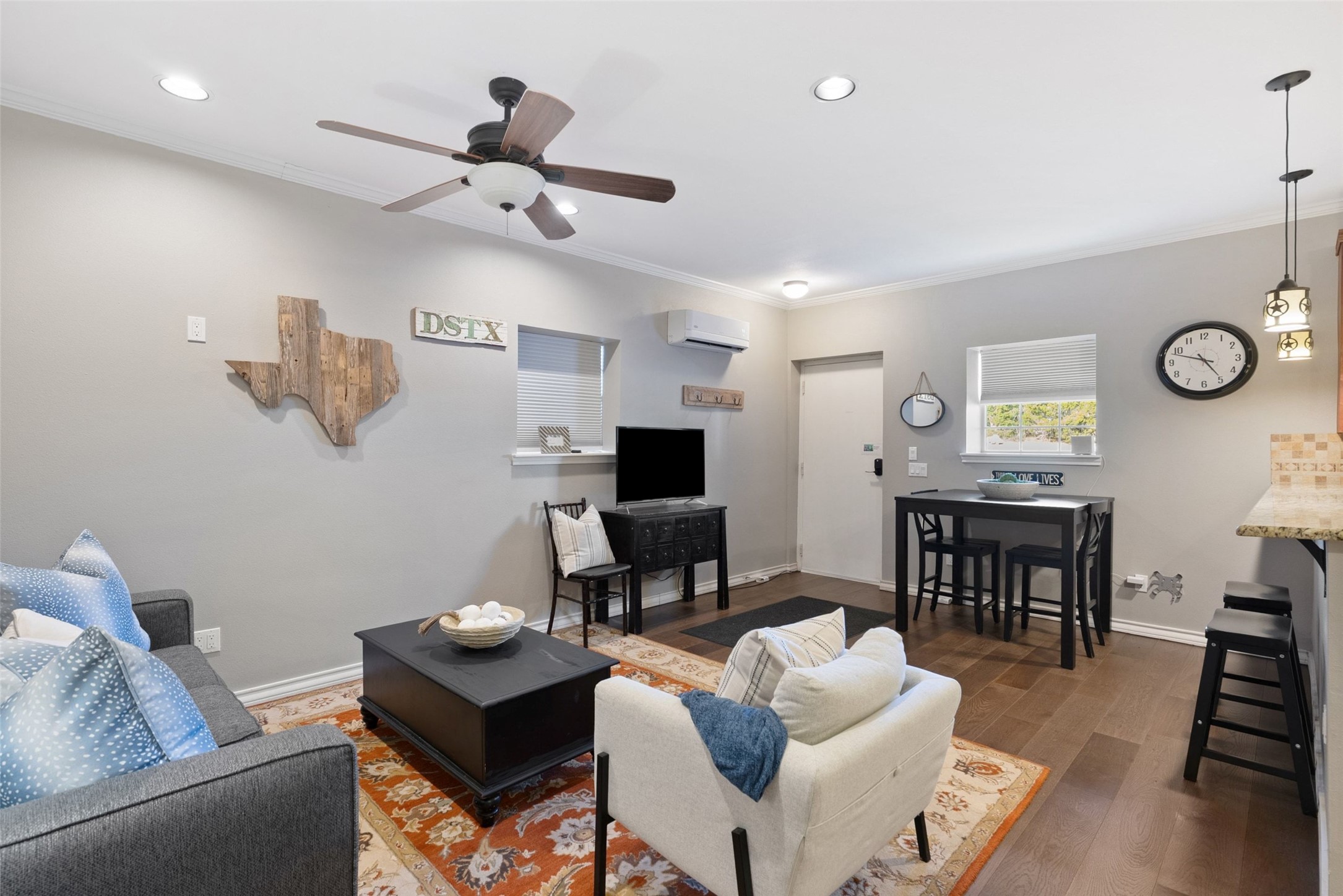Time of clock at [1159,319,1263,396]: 4:48
